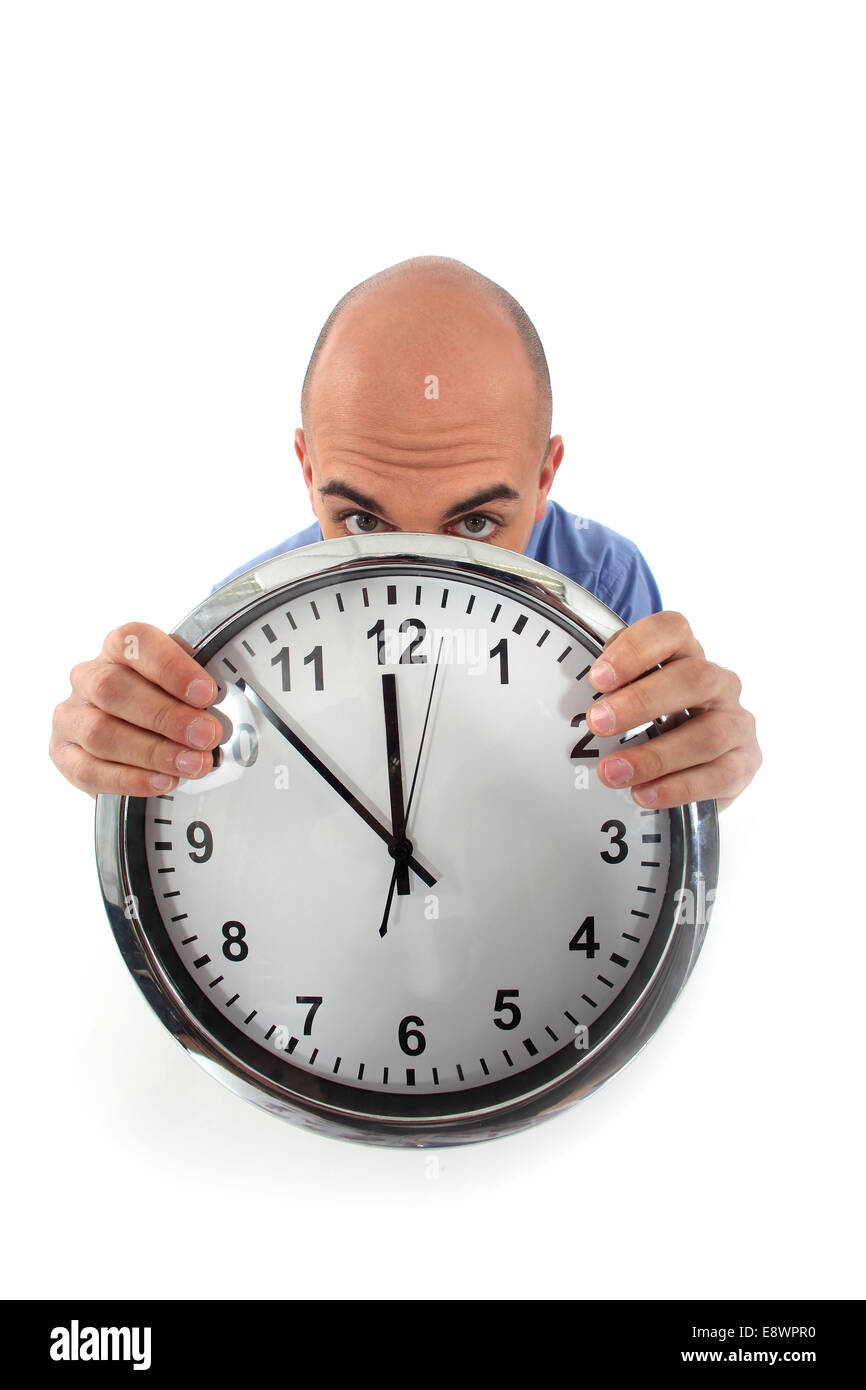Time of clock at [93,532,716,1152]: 11:52
